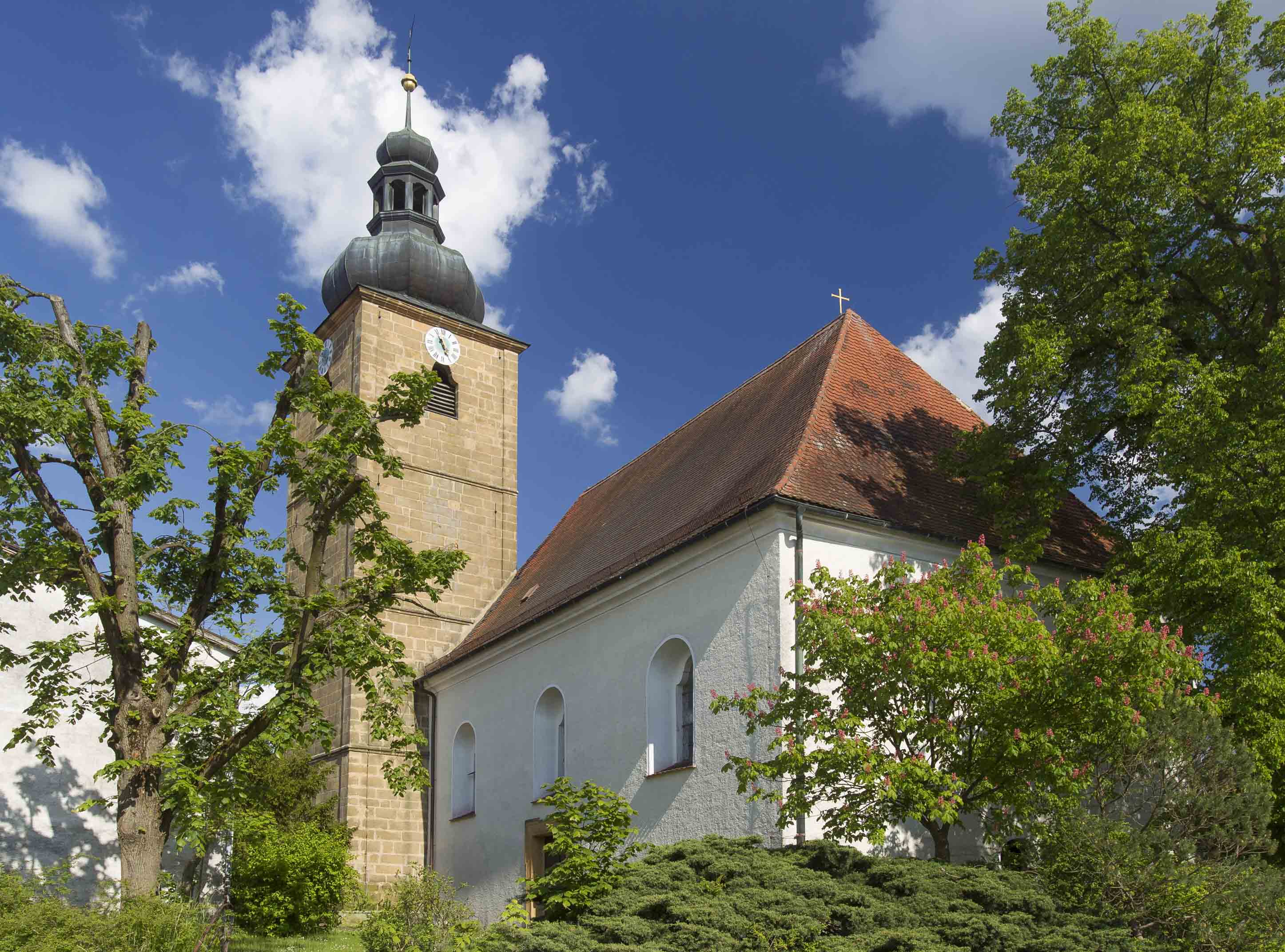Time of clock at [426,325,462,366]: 4:55
